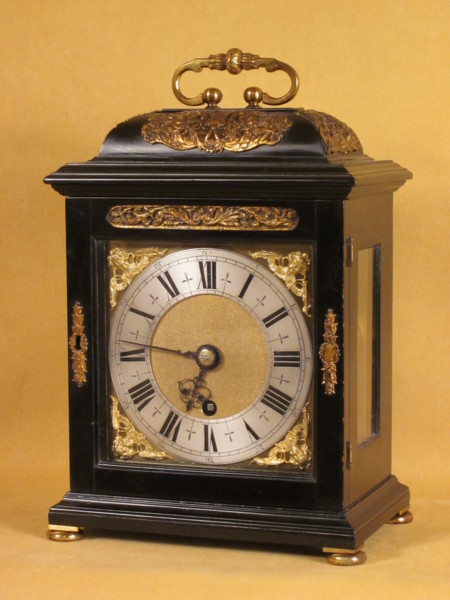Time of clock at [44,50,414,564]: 6:46
